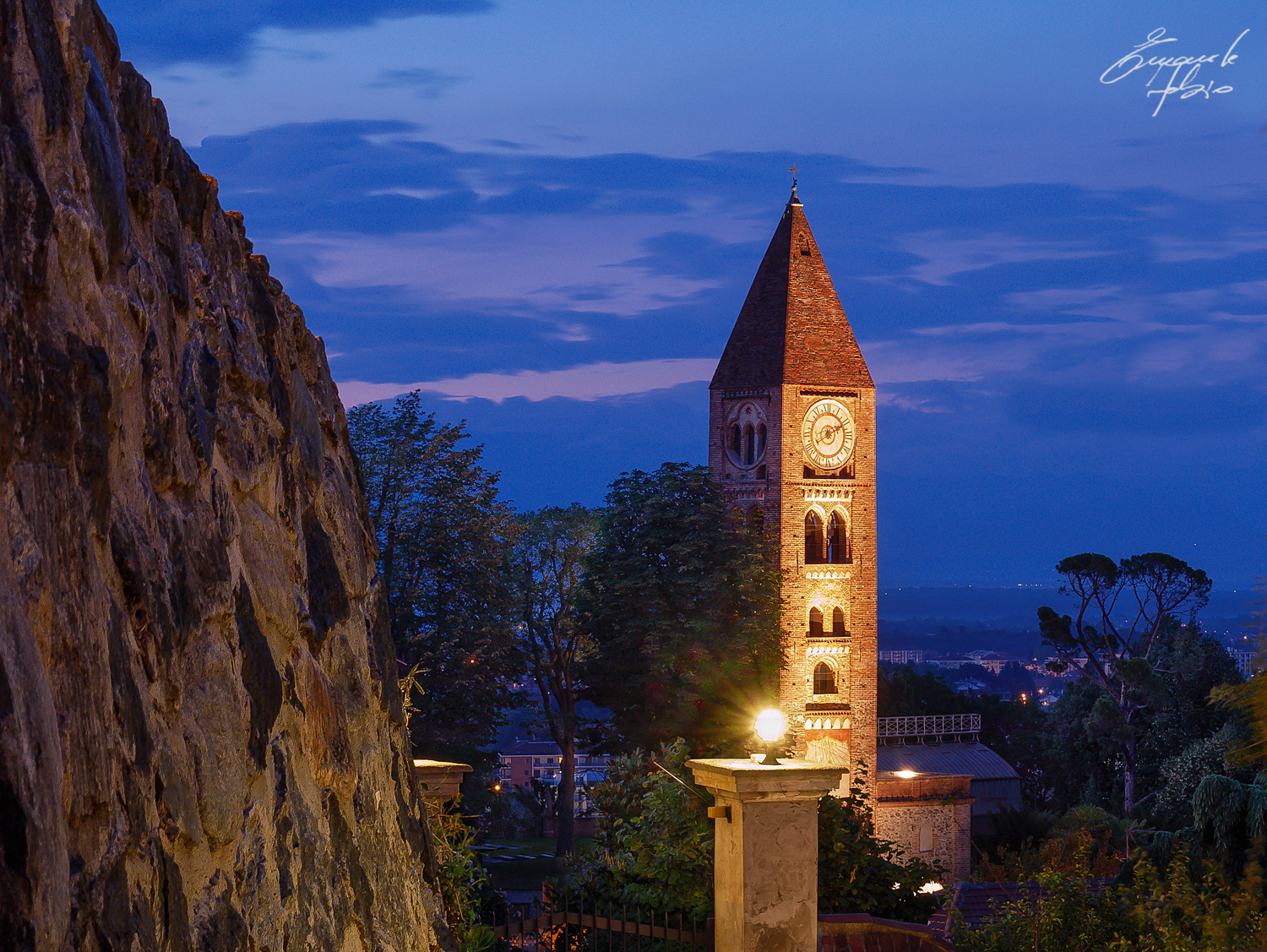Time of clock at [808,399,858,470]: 8:10
